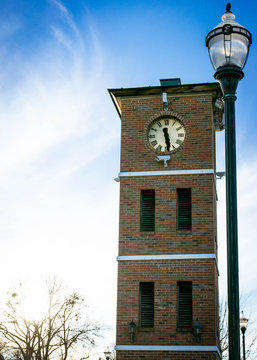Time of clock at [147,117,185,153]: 11:28
